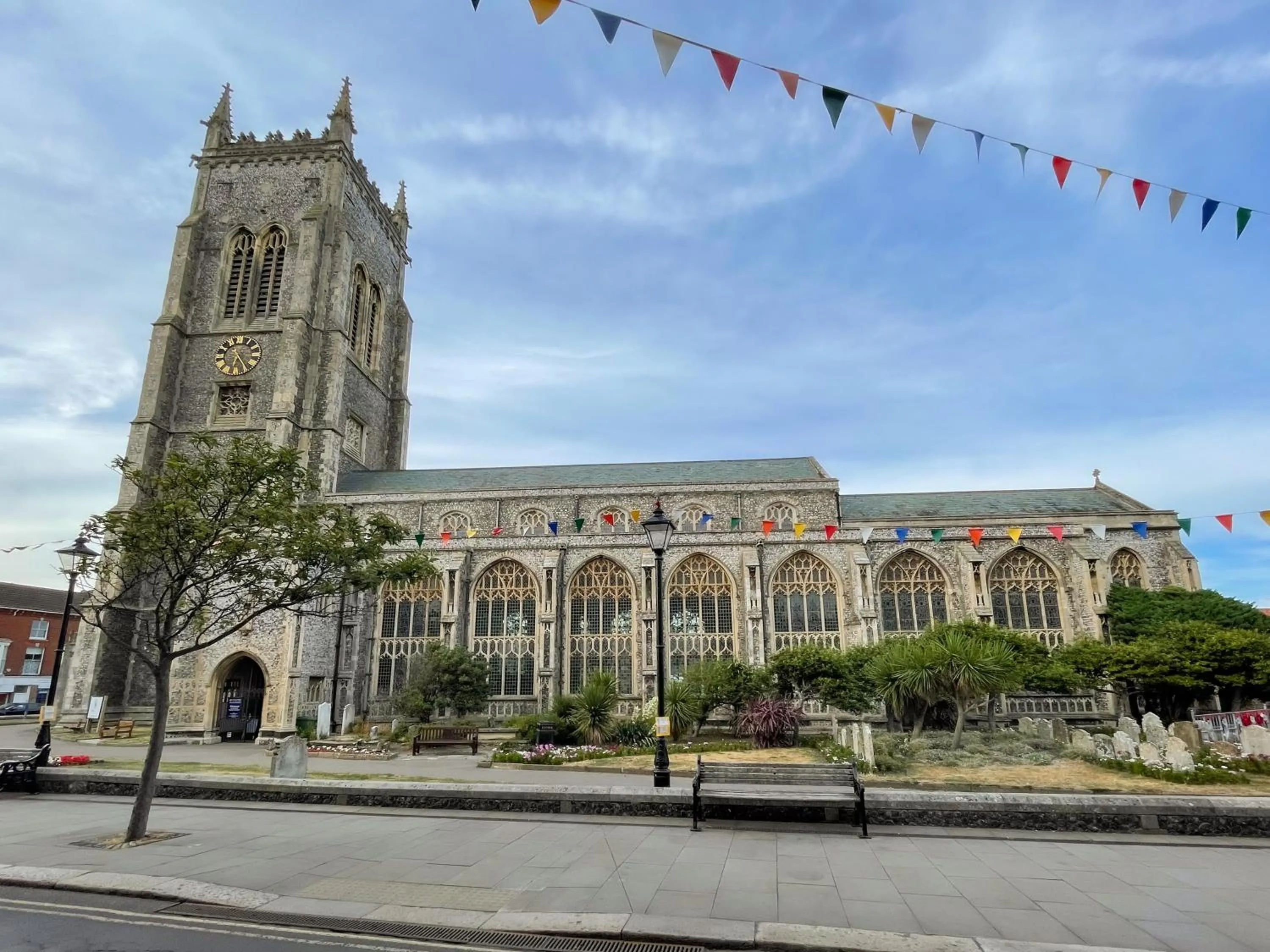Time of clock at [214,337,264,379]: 6:24
